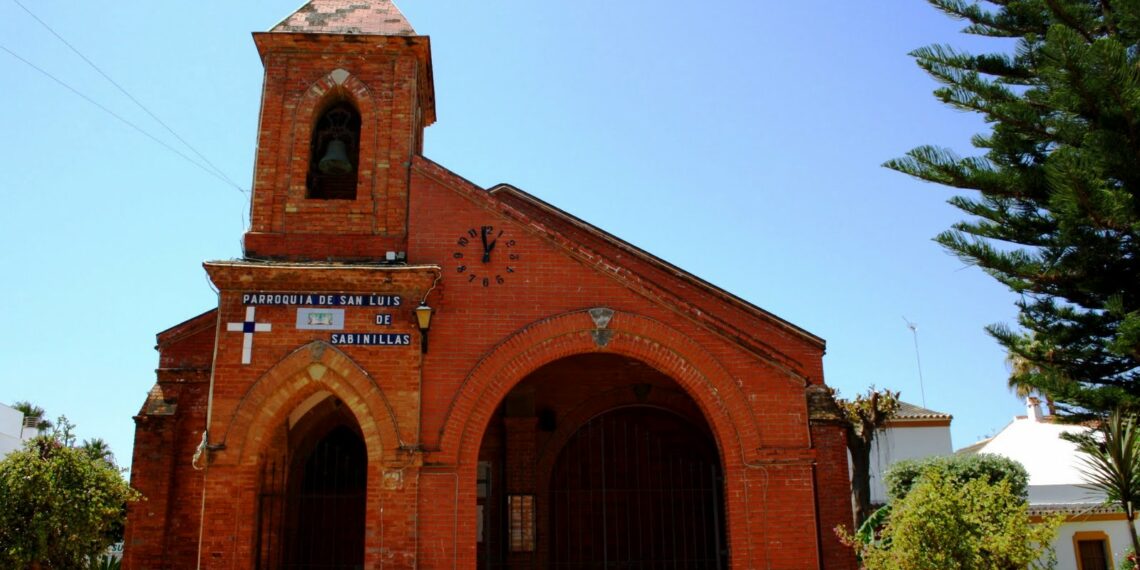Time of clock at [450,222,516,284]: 12:58
